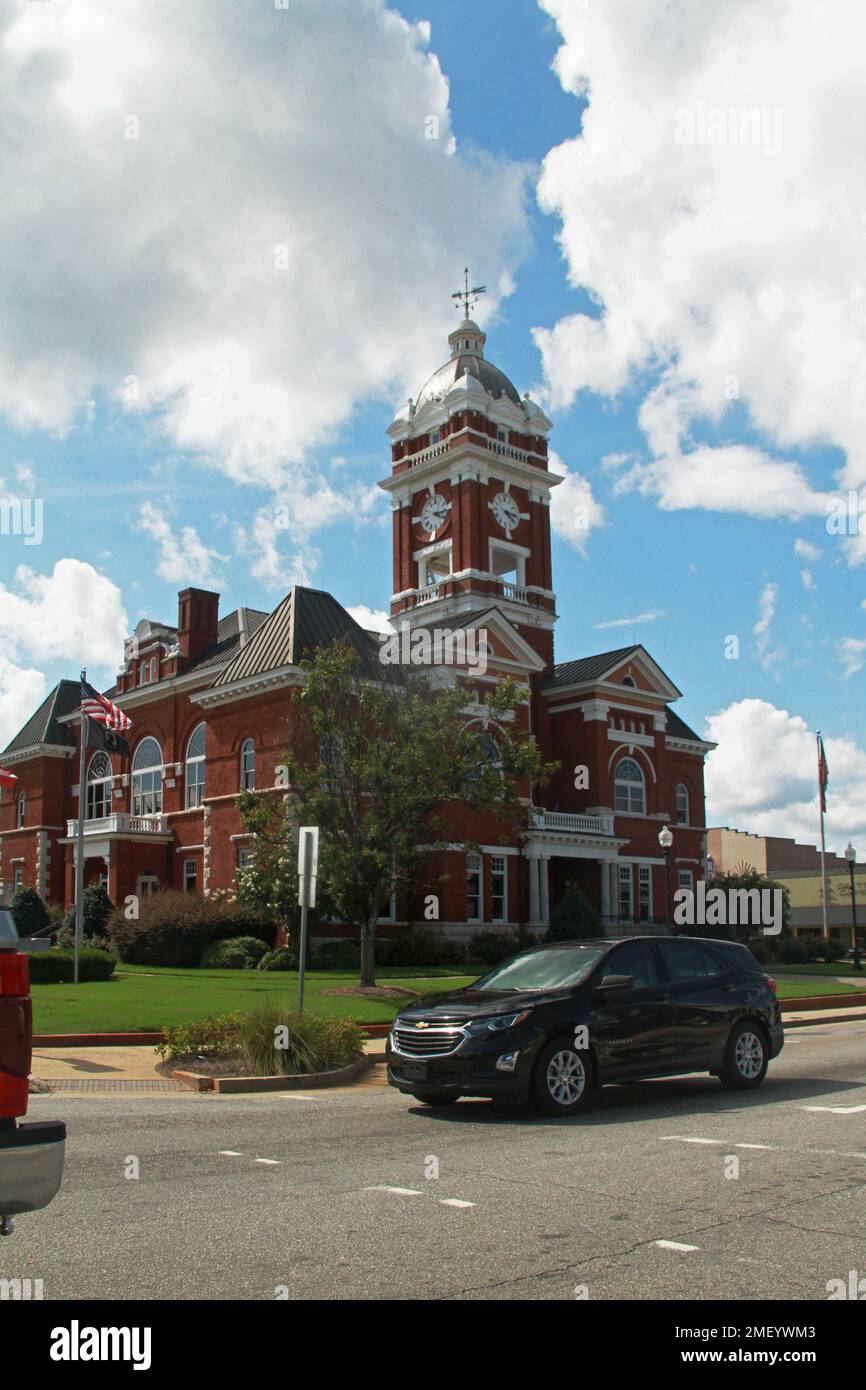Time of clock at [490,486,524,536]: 4:16
